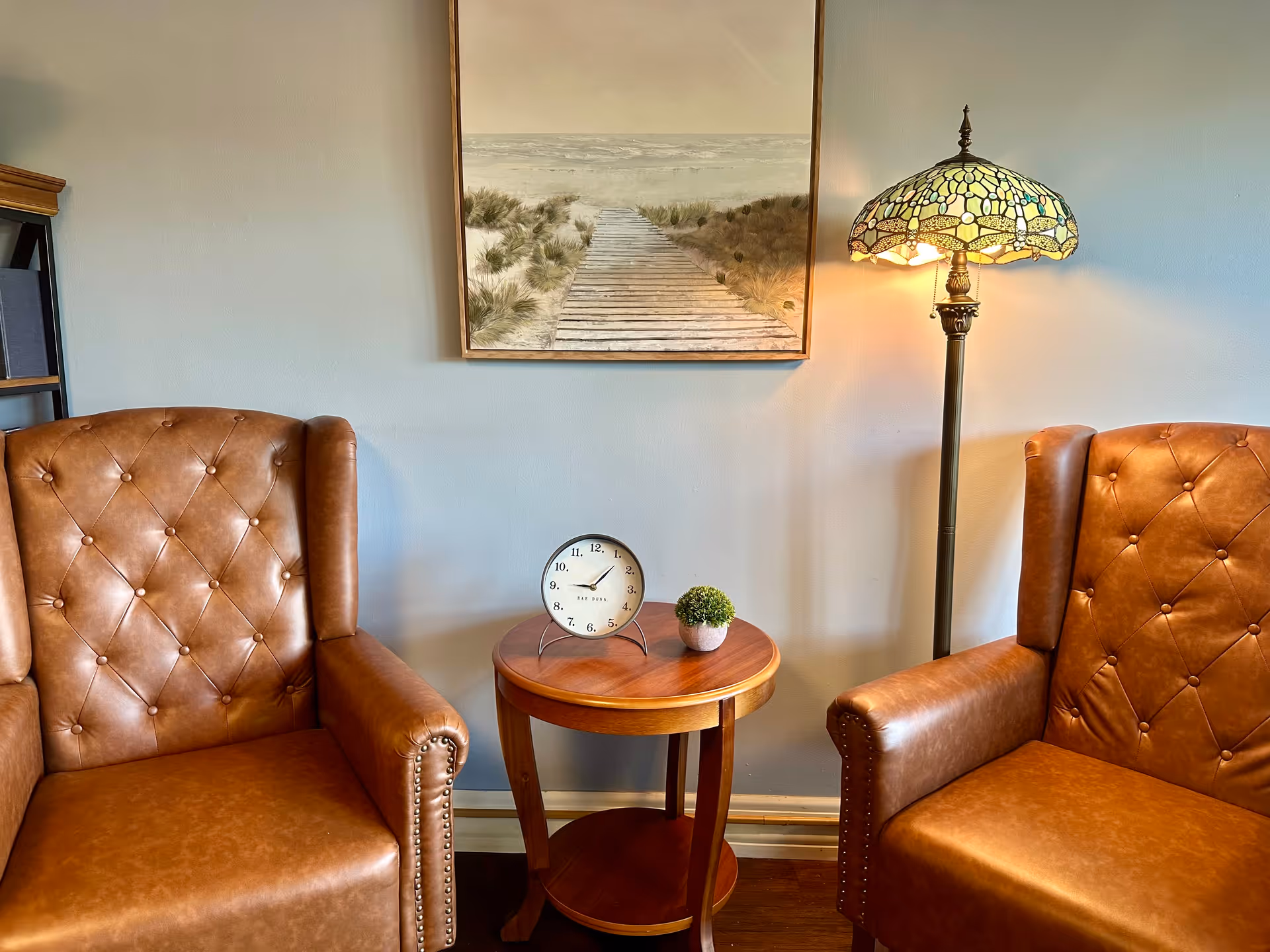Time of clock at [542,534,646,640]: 9:07
